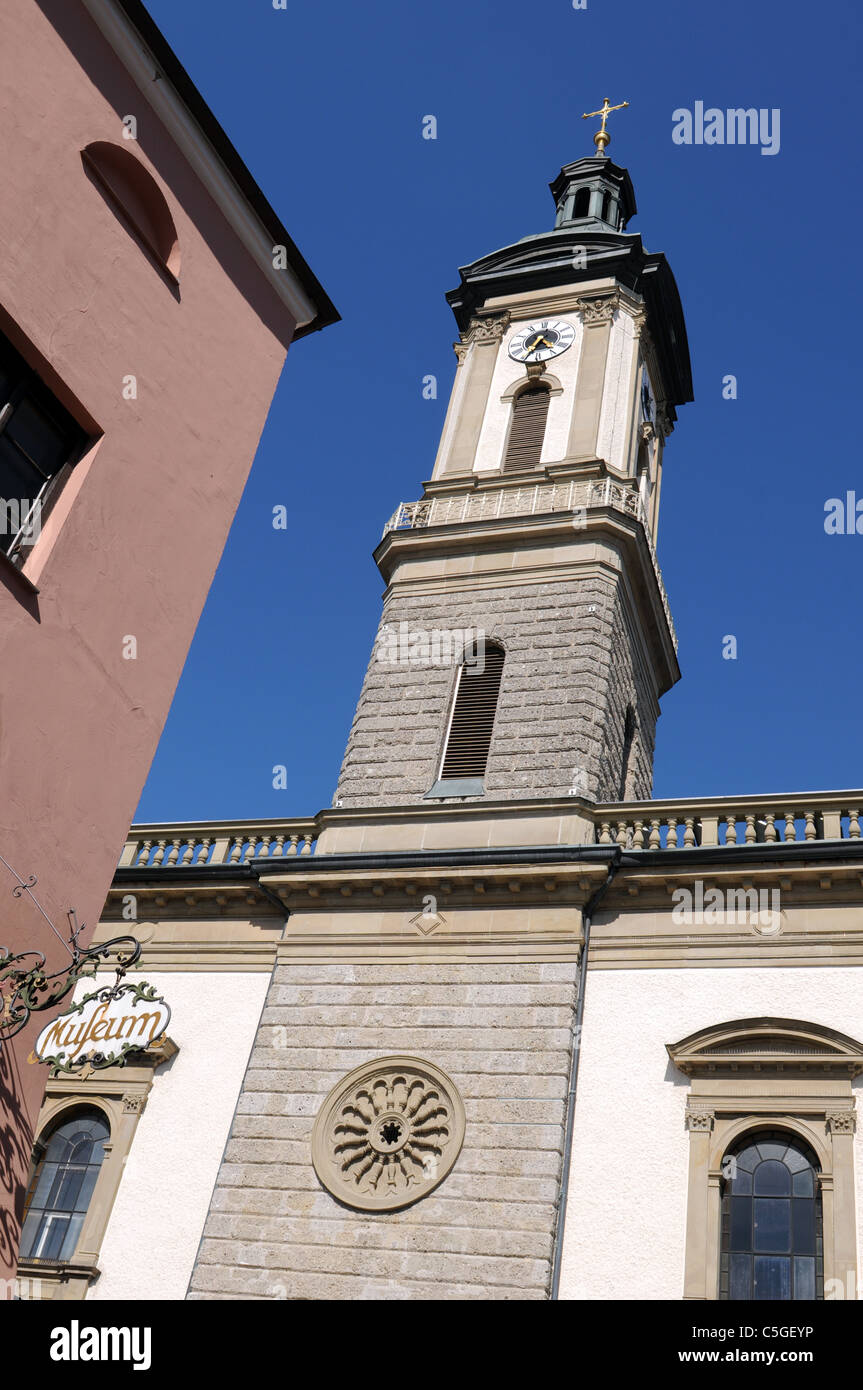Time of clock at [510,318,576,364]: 4:34
